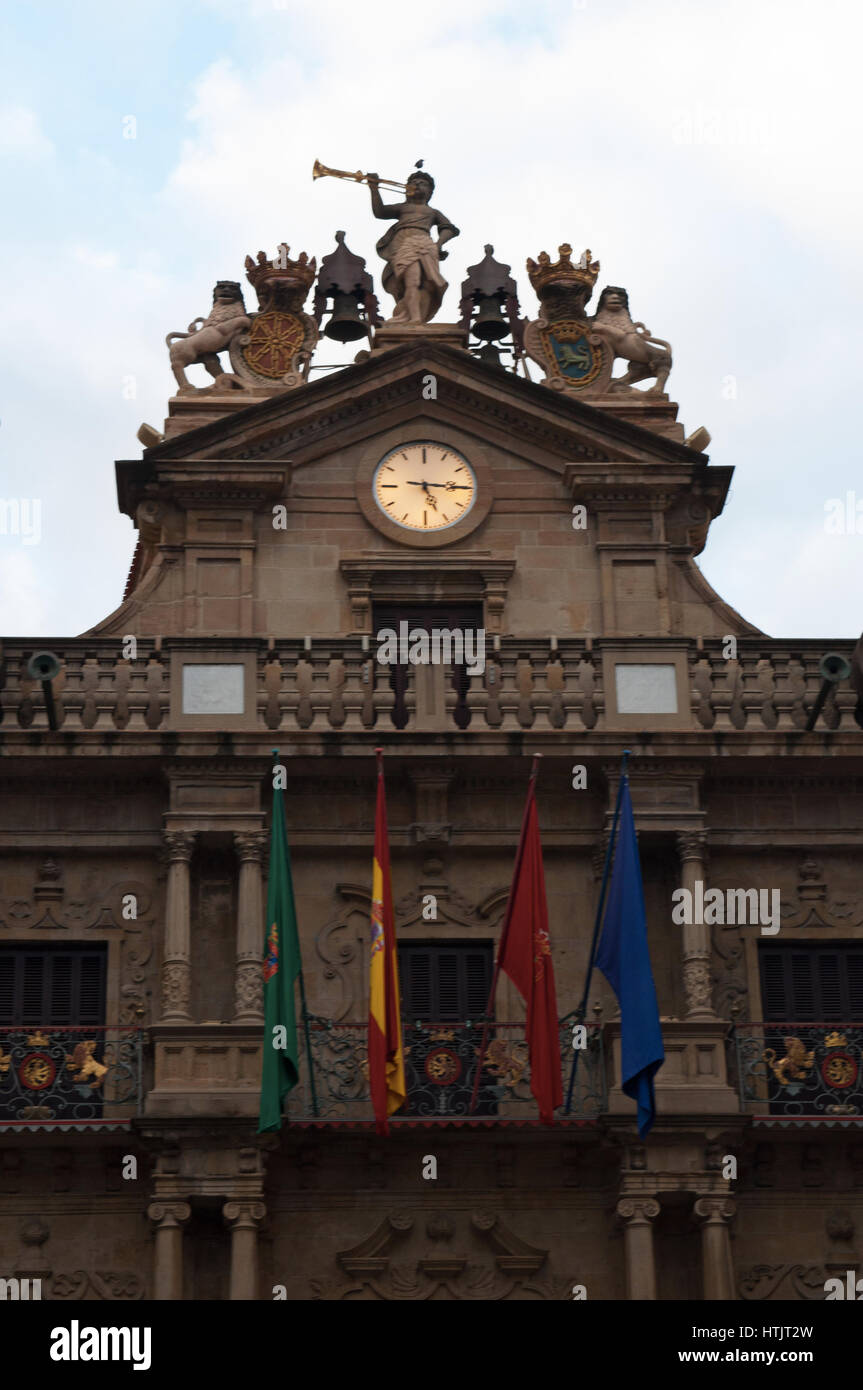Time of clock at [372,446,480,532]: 5:15
